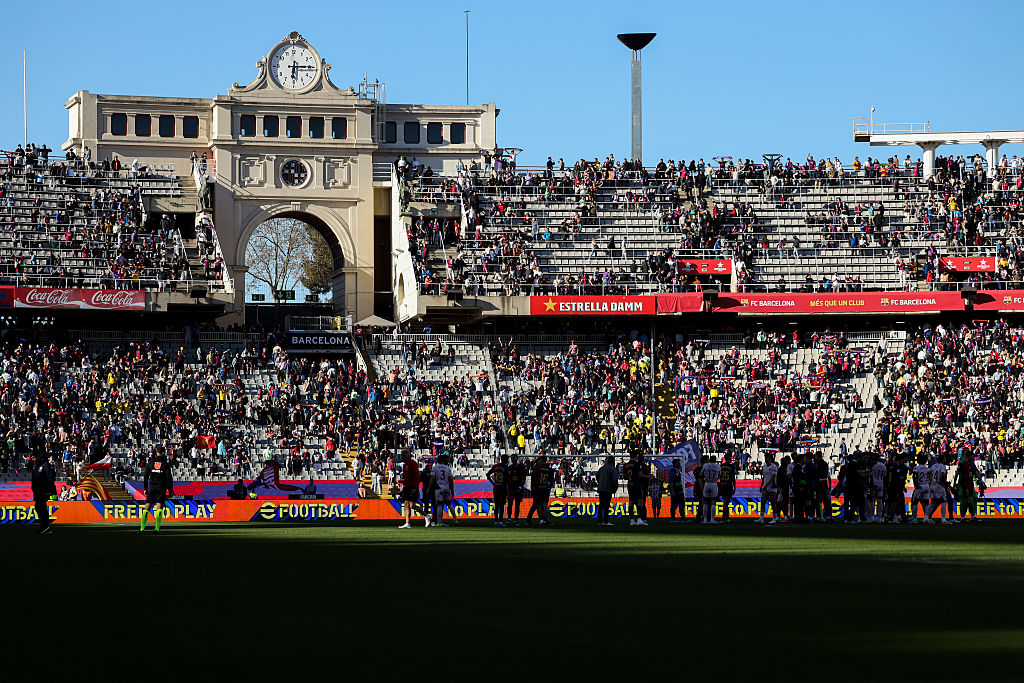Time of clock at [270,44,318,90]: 6:14
